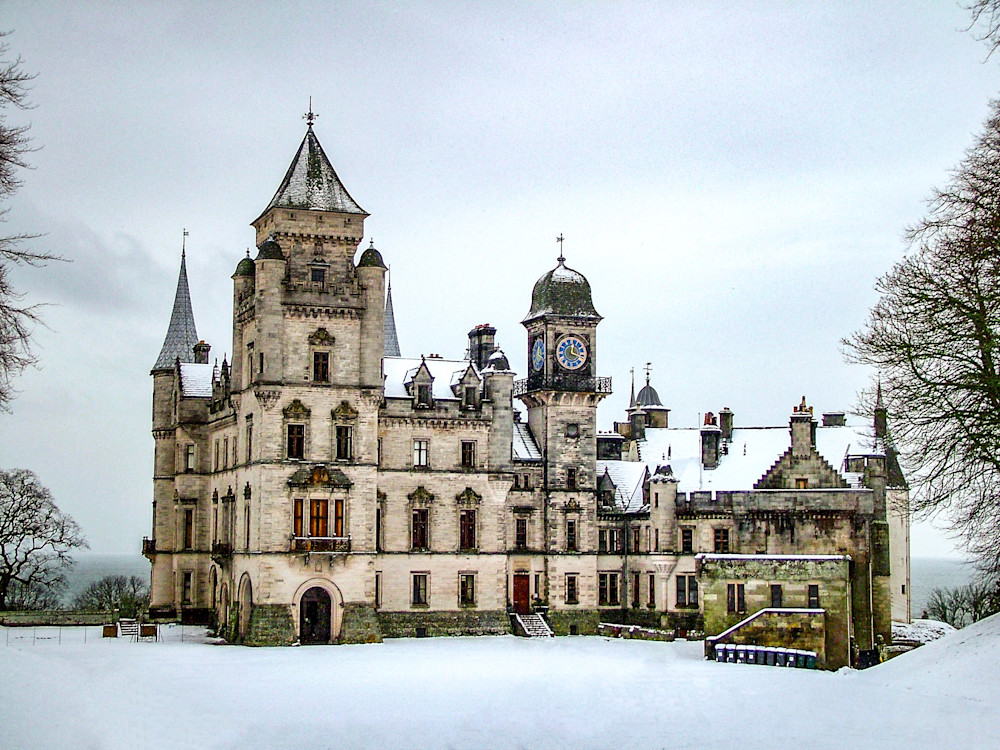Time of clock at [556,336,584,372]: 12:18
